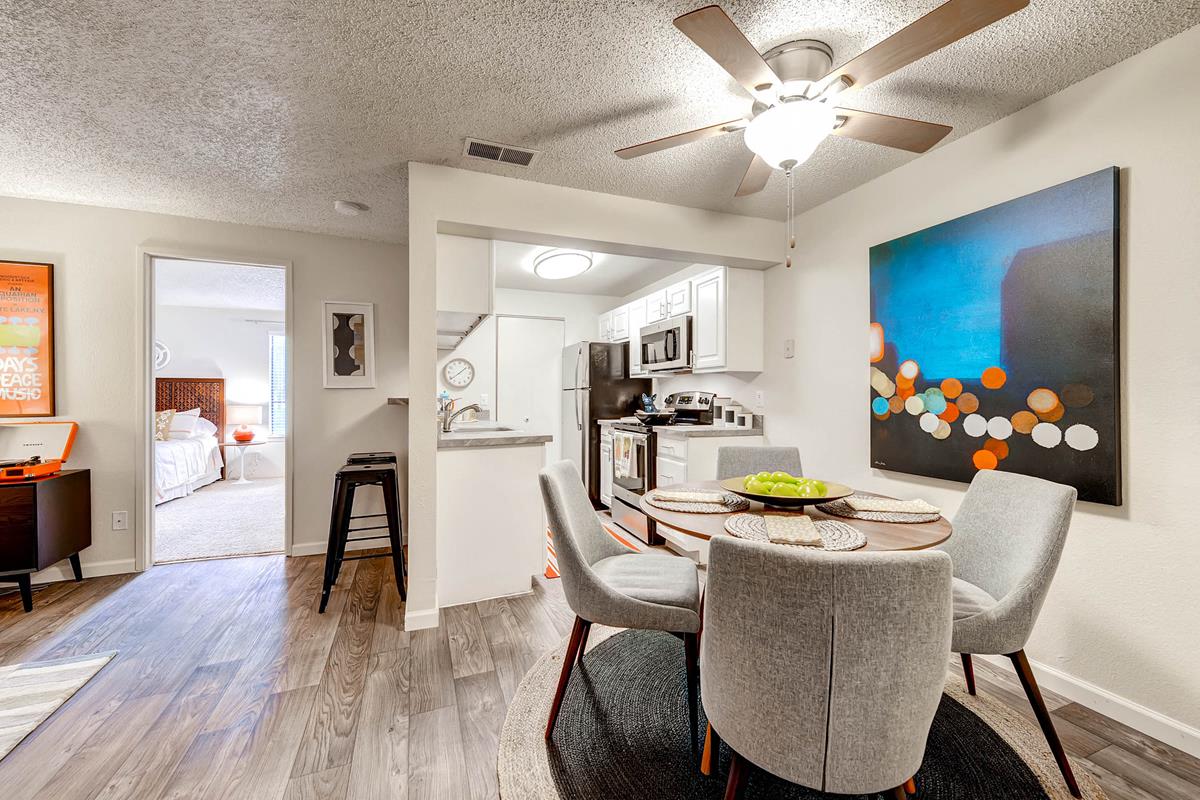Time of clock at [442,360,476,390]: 1:38
